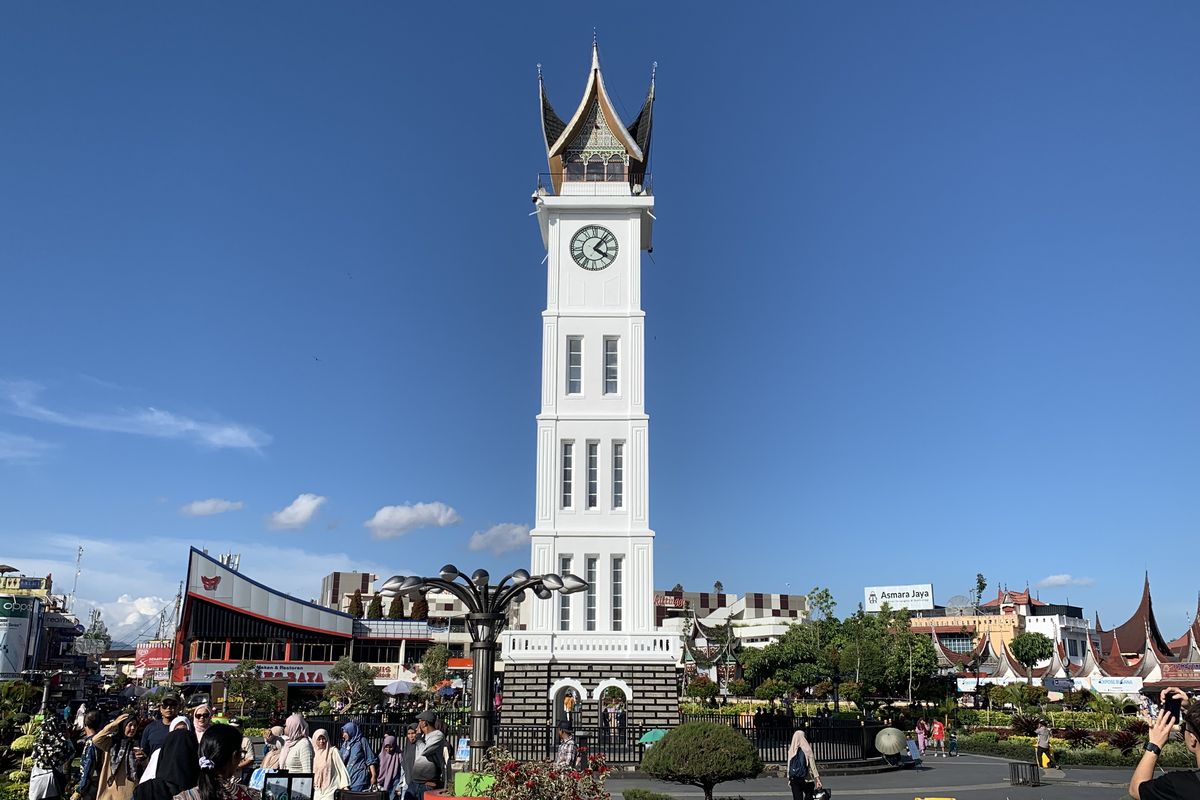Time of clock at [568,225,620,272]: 4:07
